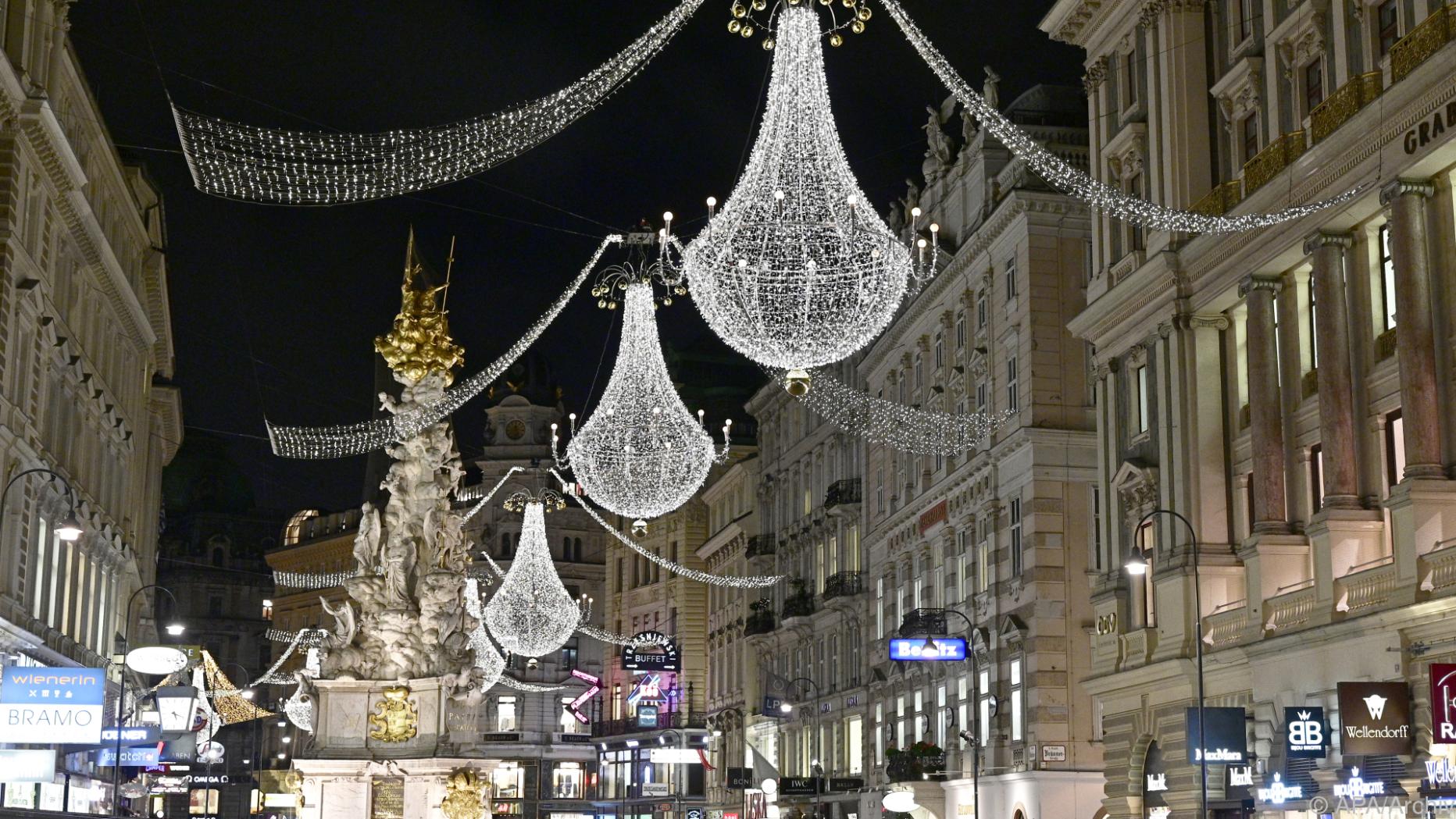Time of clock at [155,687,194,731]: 5:18
